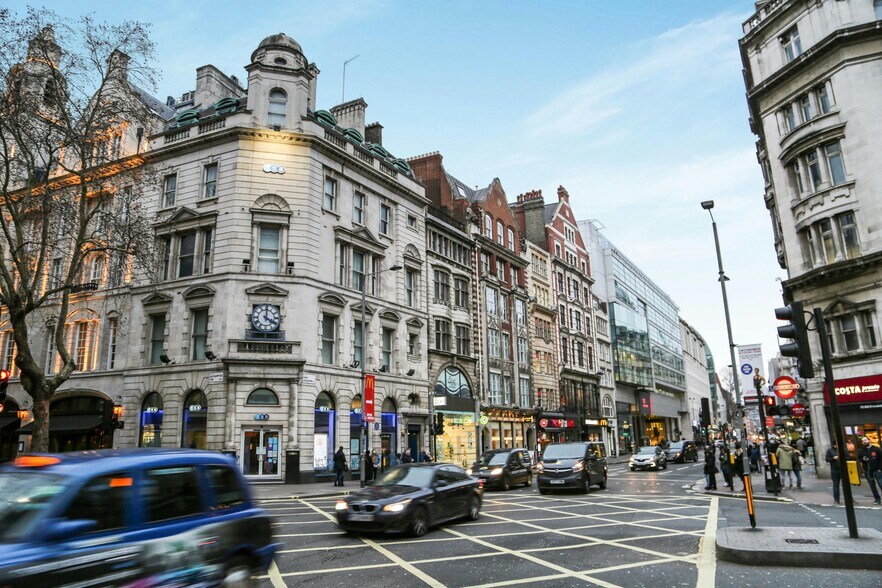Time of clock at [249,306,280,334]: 4:00
